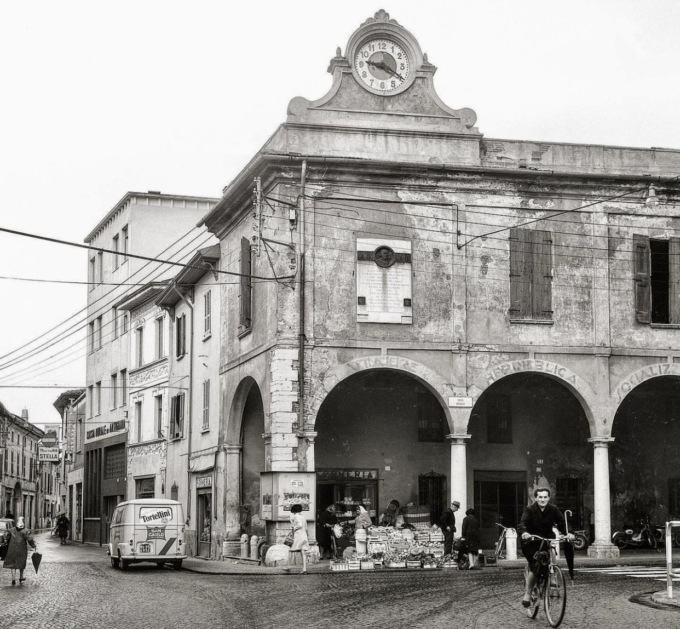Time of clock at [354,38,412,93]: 9:20
